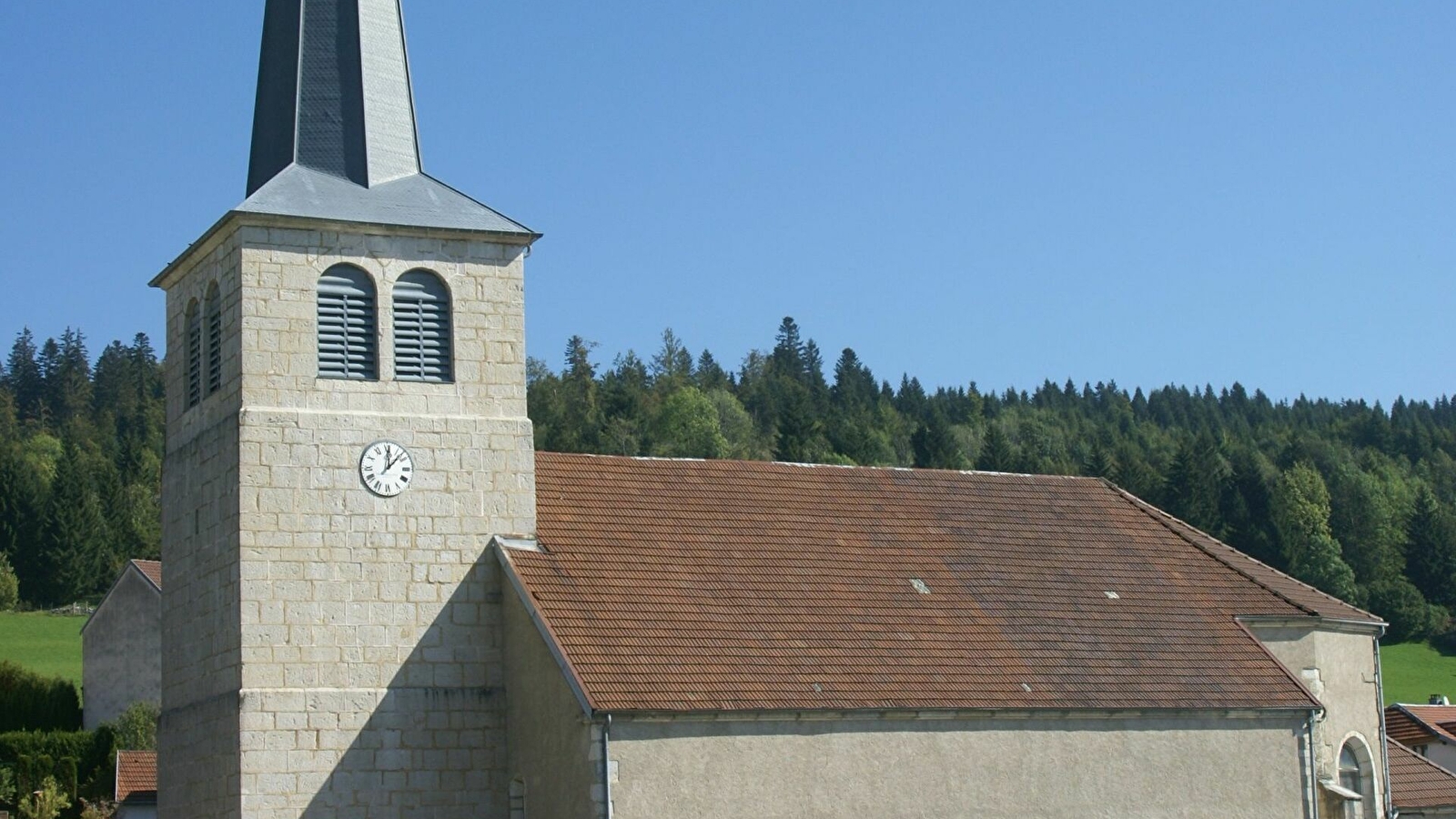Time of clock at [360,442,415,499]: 12:07
